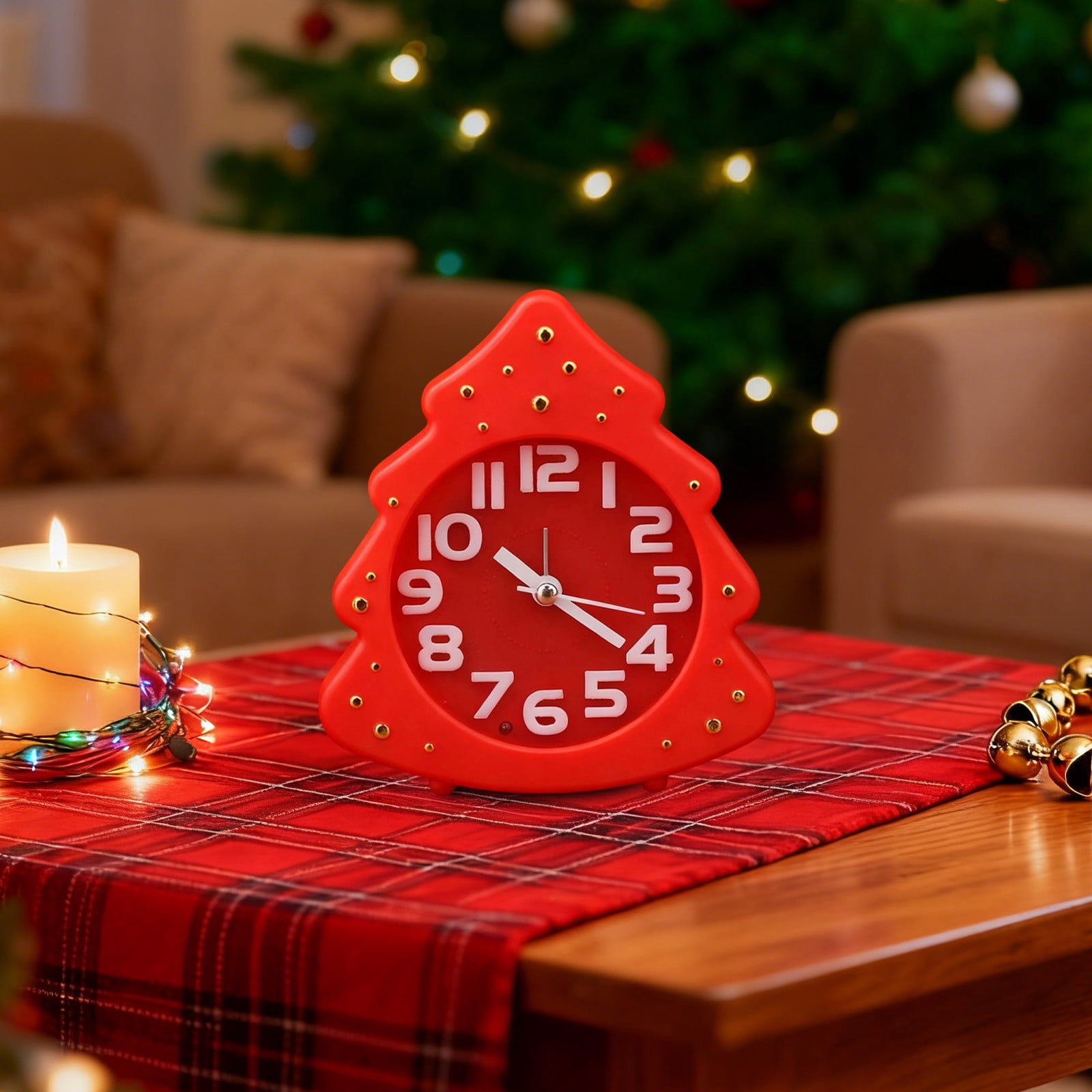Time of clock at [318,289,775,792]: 10:20
